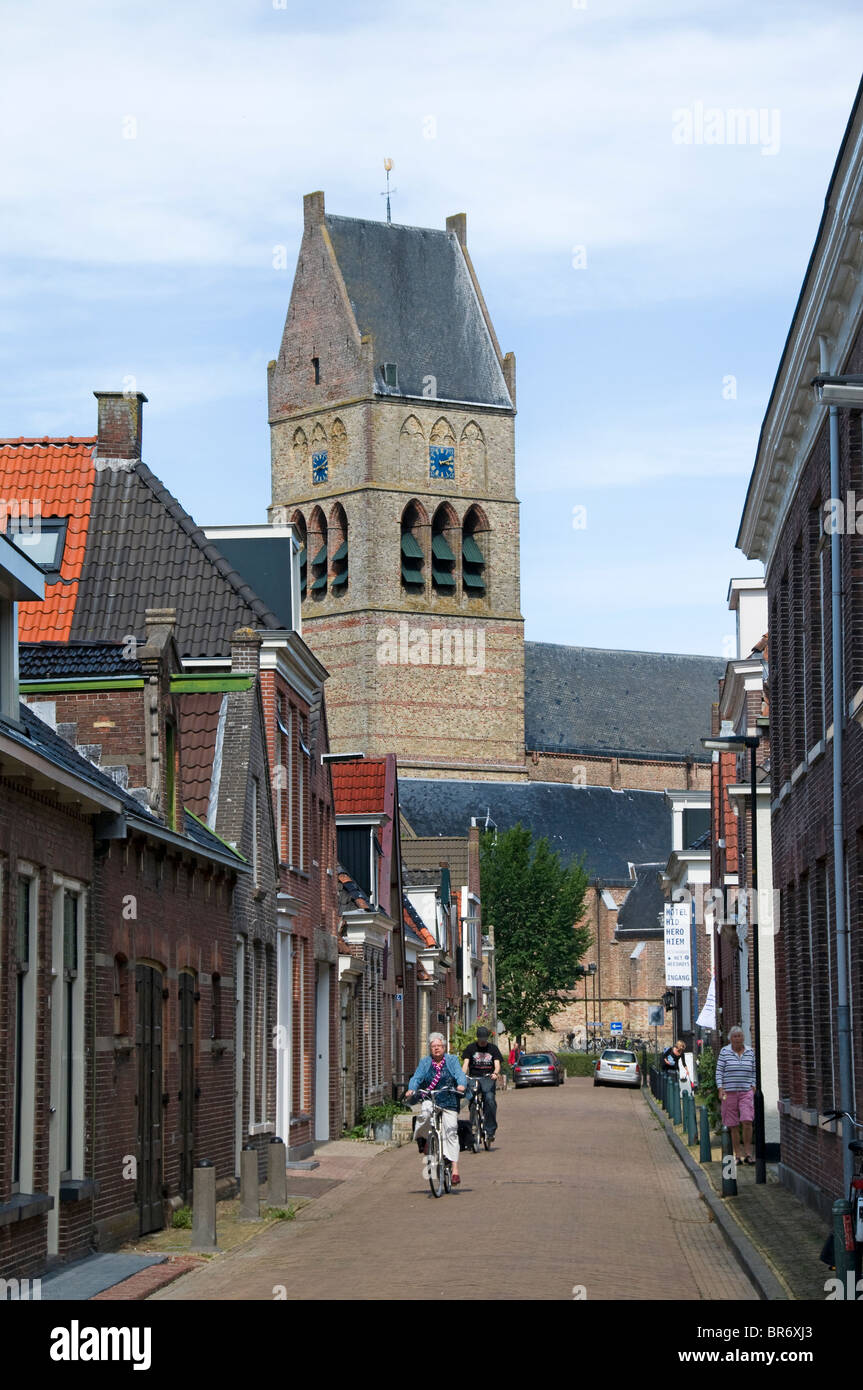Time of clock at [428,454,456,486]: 3:12
